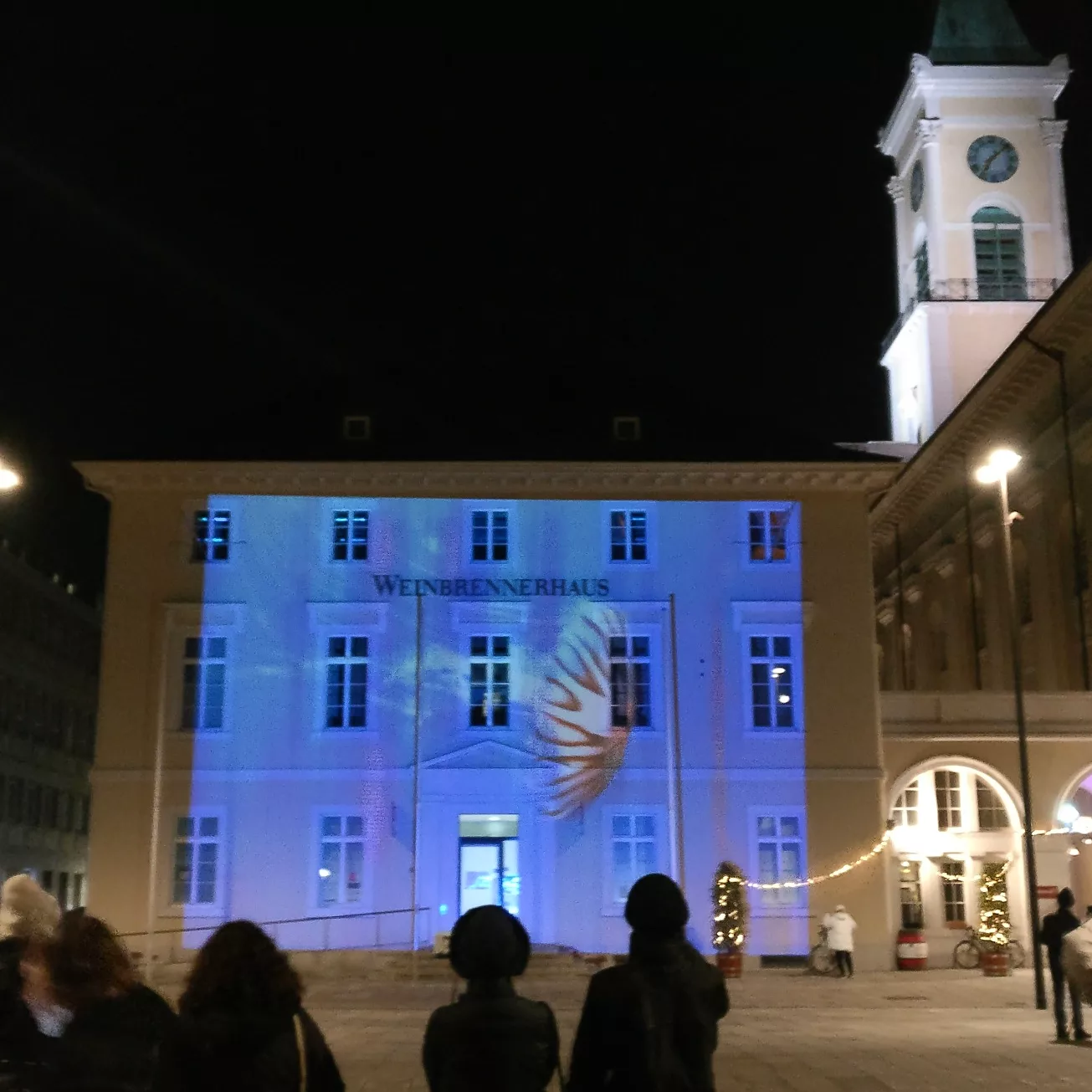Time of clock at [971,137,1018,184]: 7:08
